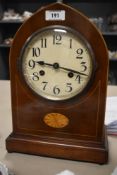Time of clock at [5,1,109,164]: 9:17
